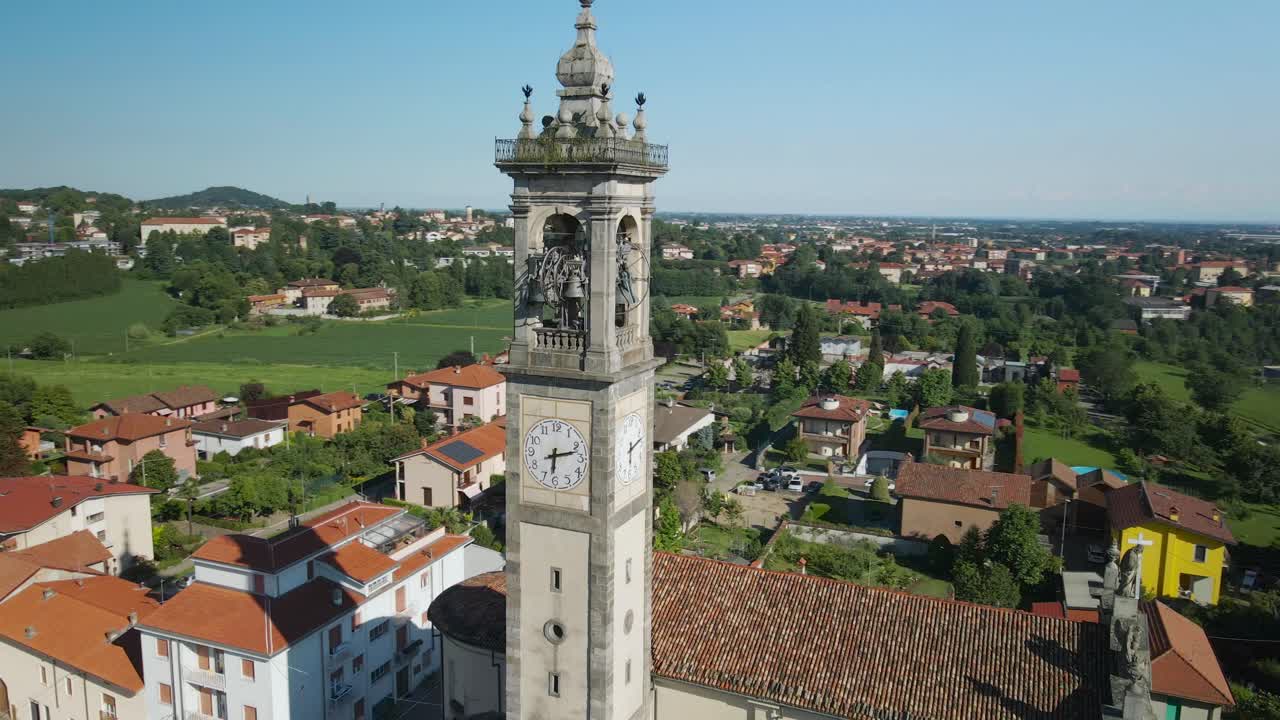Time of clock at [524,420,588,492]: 6:12
